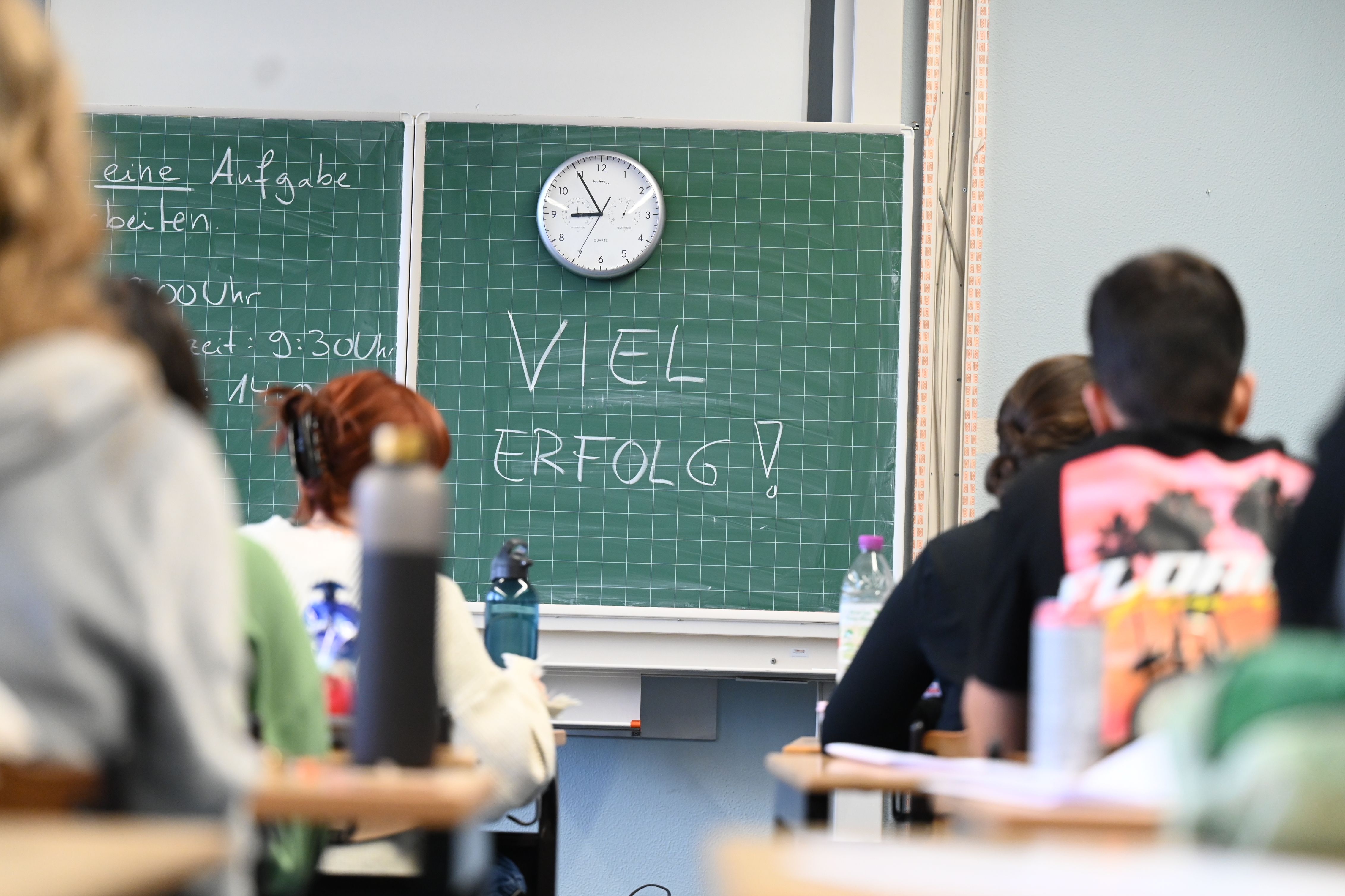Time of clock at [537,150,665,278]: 8:54
